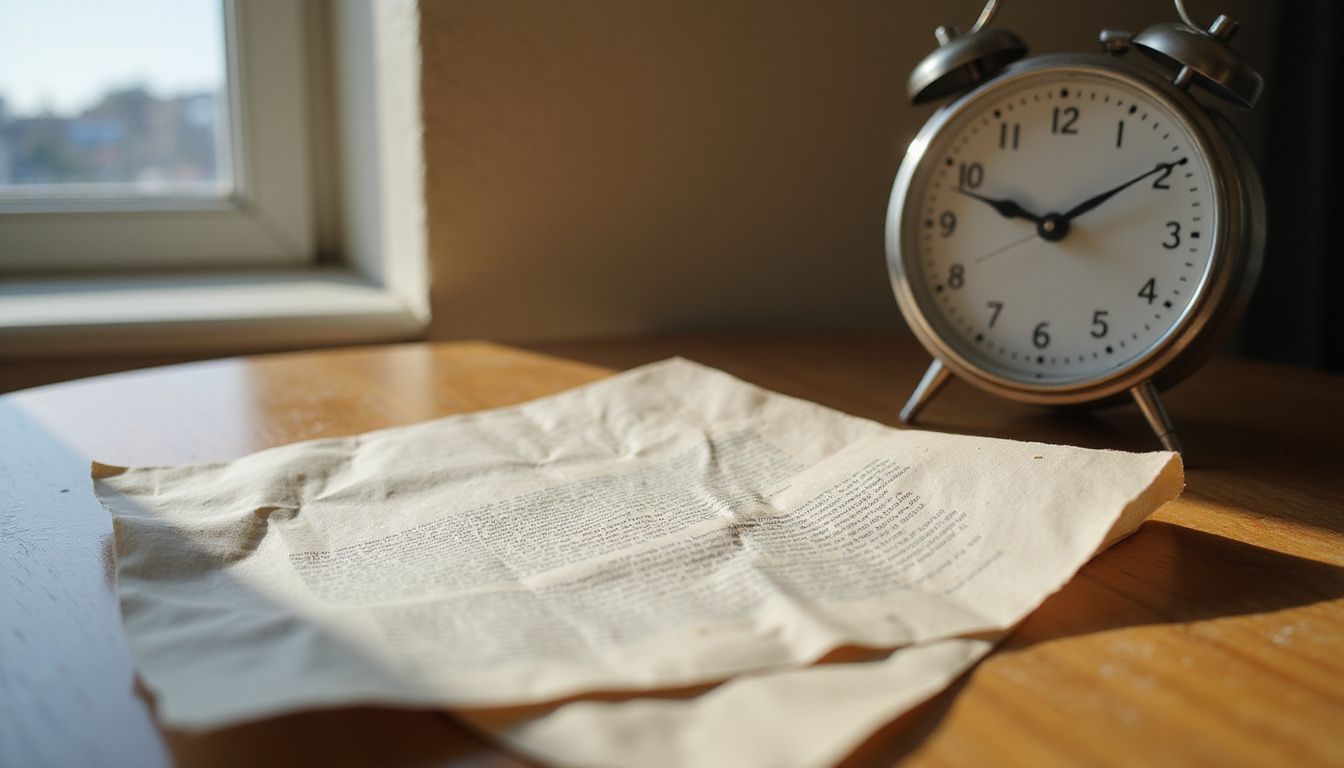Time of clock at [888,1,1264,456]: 9:48
